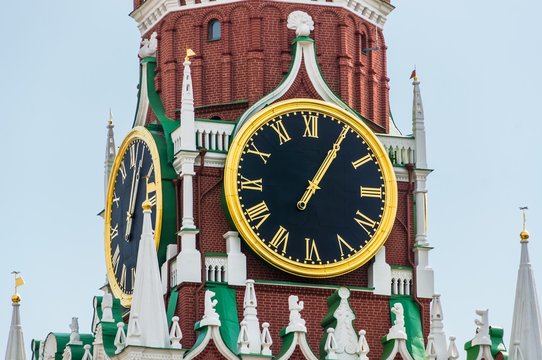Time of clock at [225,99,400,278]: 1:05
